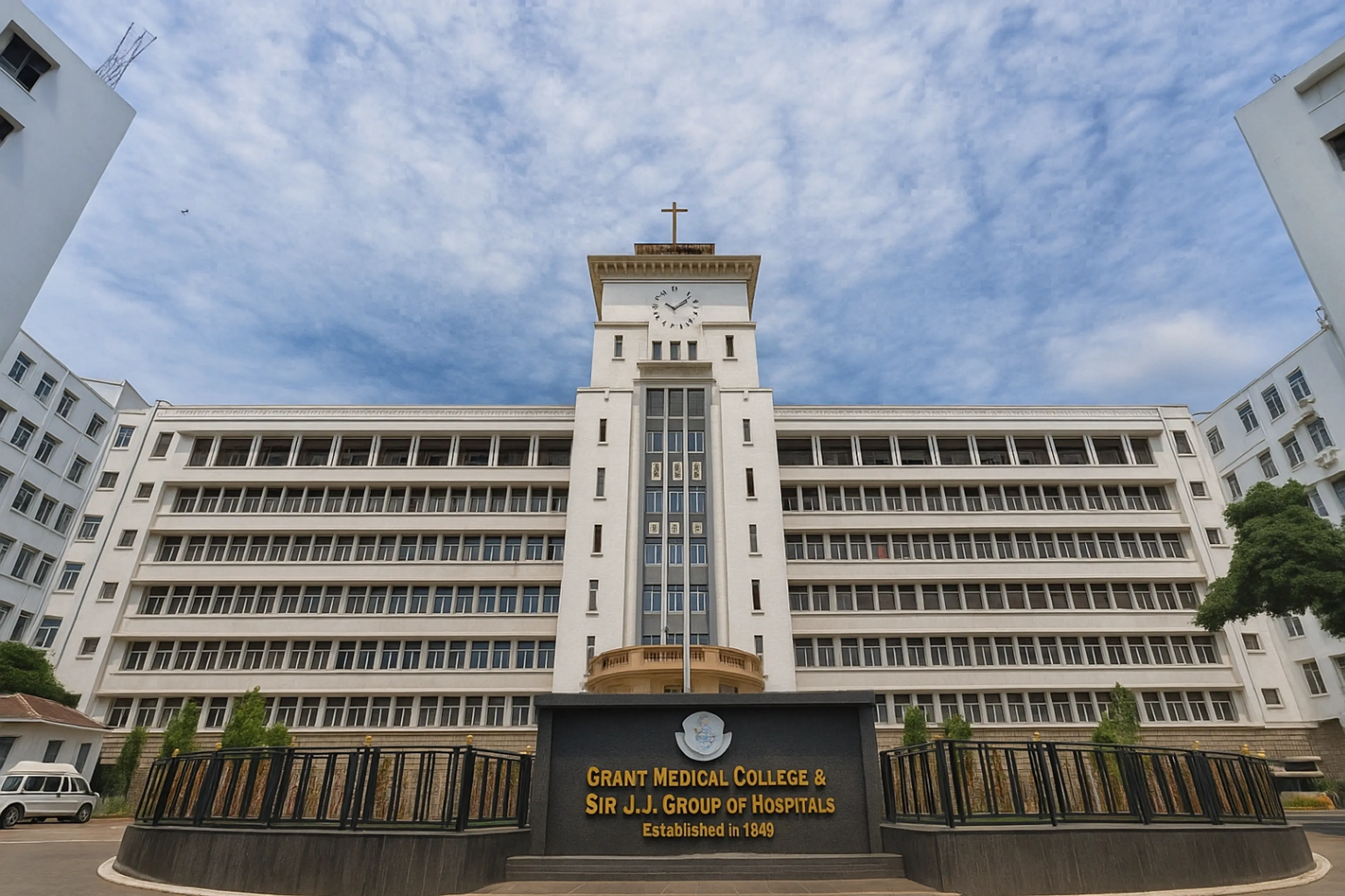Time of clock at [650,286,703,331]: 10:07
